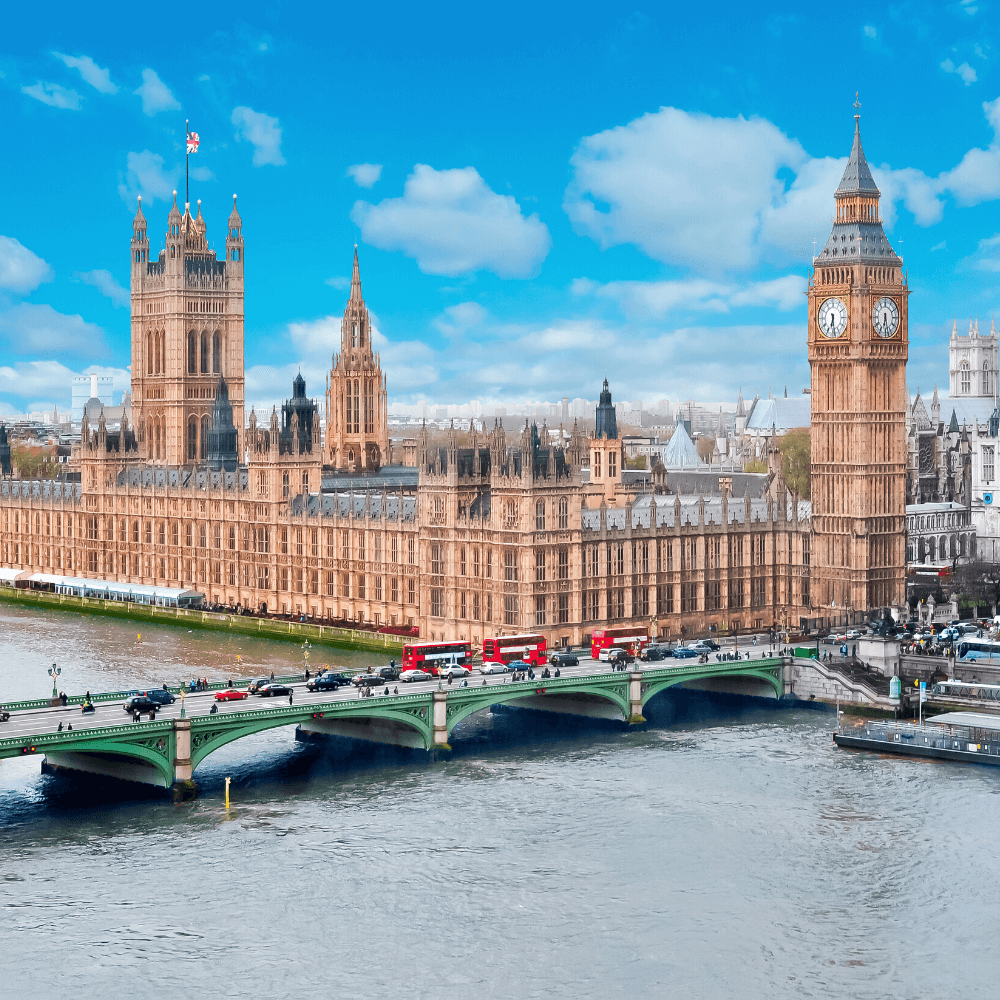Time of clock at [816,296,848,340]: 6:28
